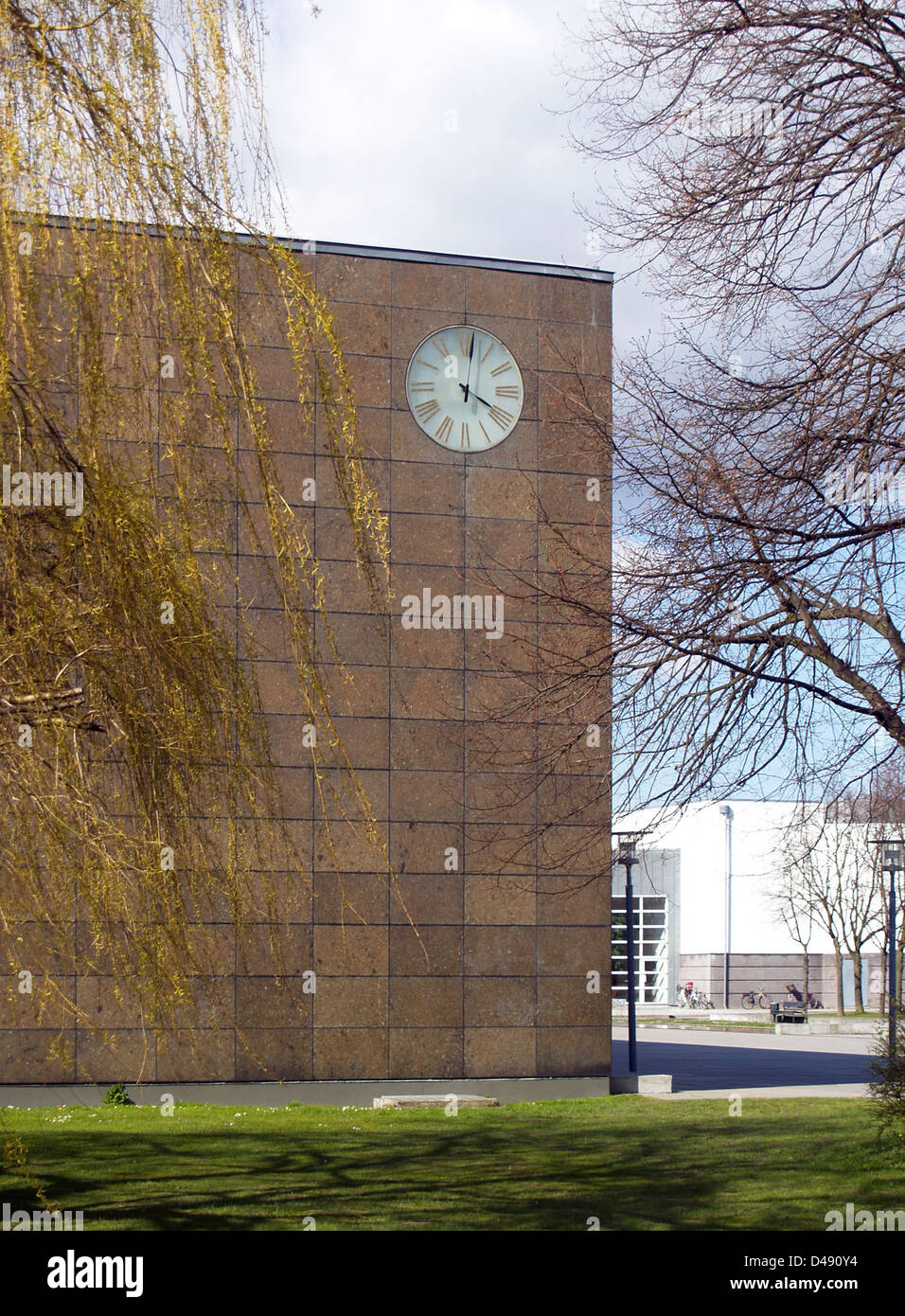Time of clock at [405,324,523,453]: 4:01
